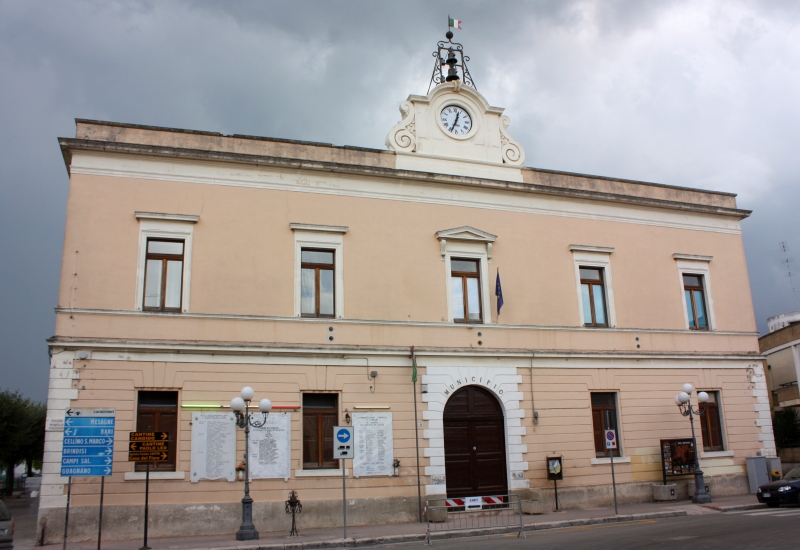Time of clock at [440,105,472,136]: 12:34
